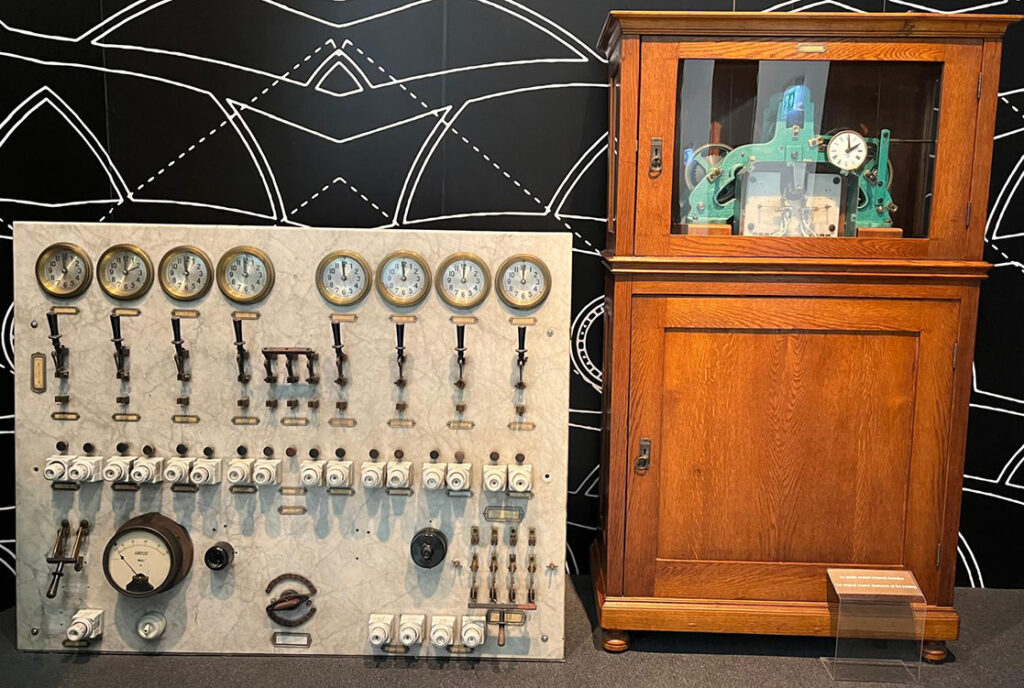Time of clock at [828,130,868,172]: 2:00
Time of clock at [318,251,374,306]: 11:59
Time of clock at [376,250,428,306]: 11:59
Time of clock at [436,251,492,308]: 12:00
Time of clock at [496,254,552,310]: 12:00
